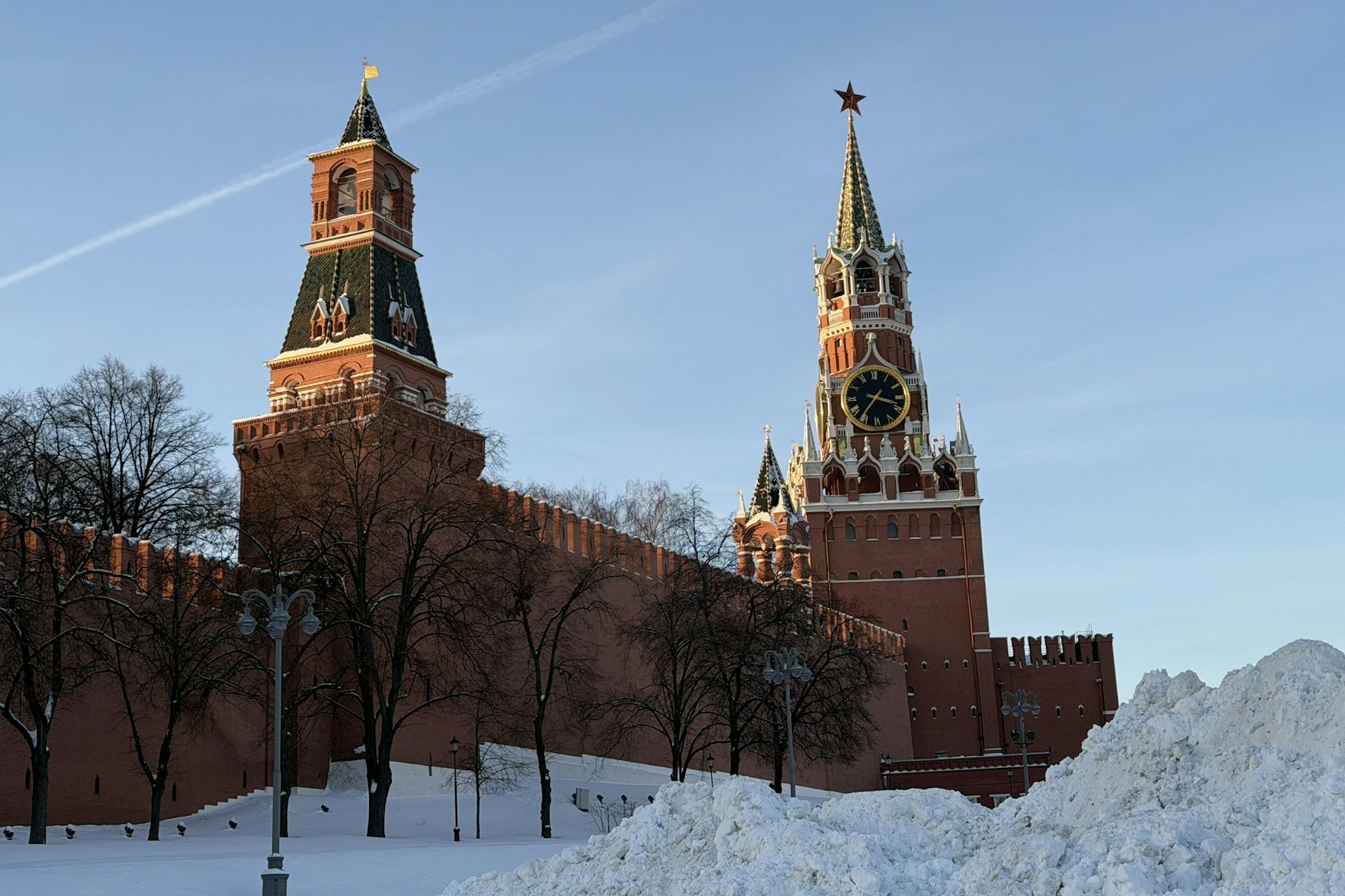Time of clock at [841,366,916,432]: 3:36
